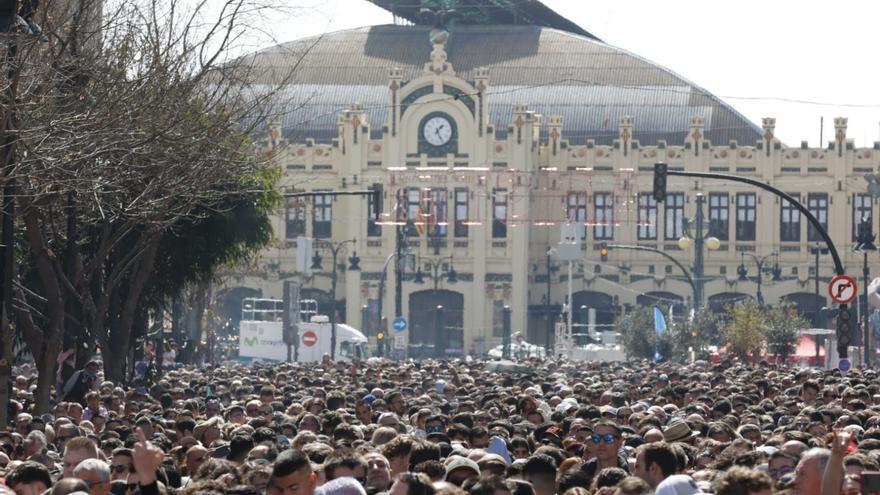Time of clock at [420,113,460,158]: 1:25
